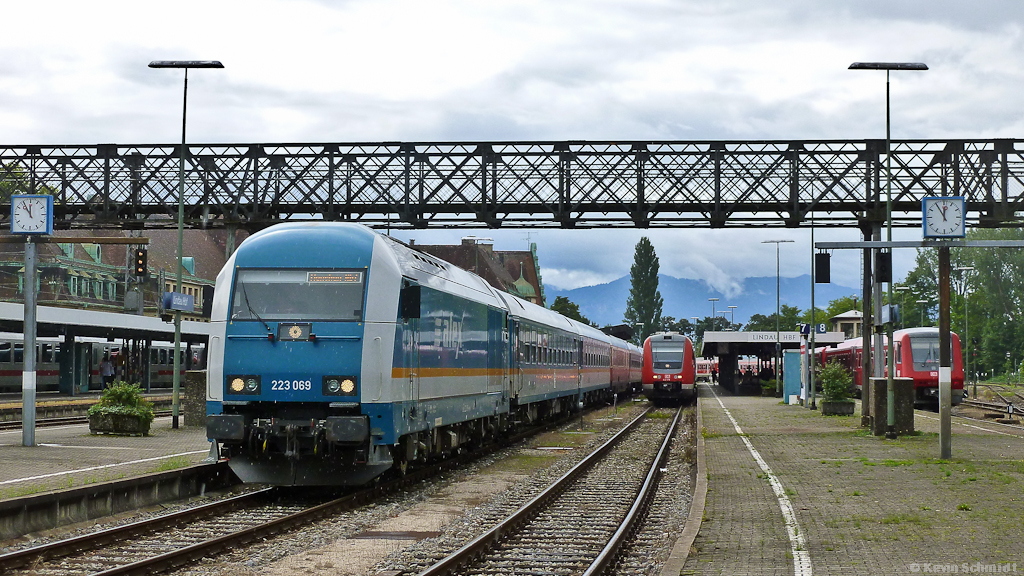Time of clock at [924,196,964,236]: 11:54
